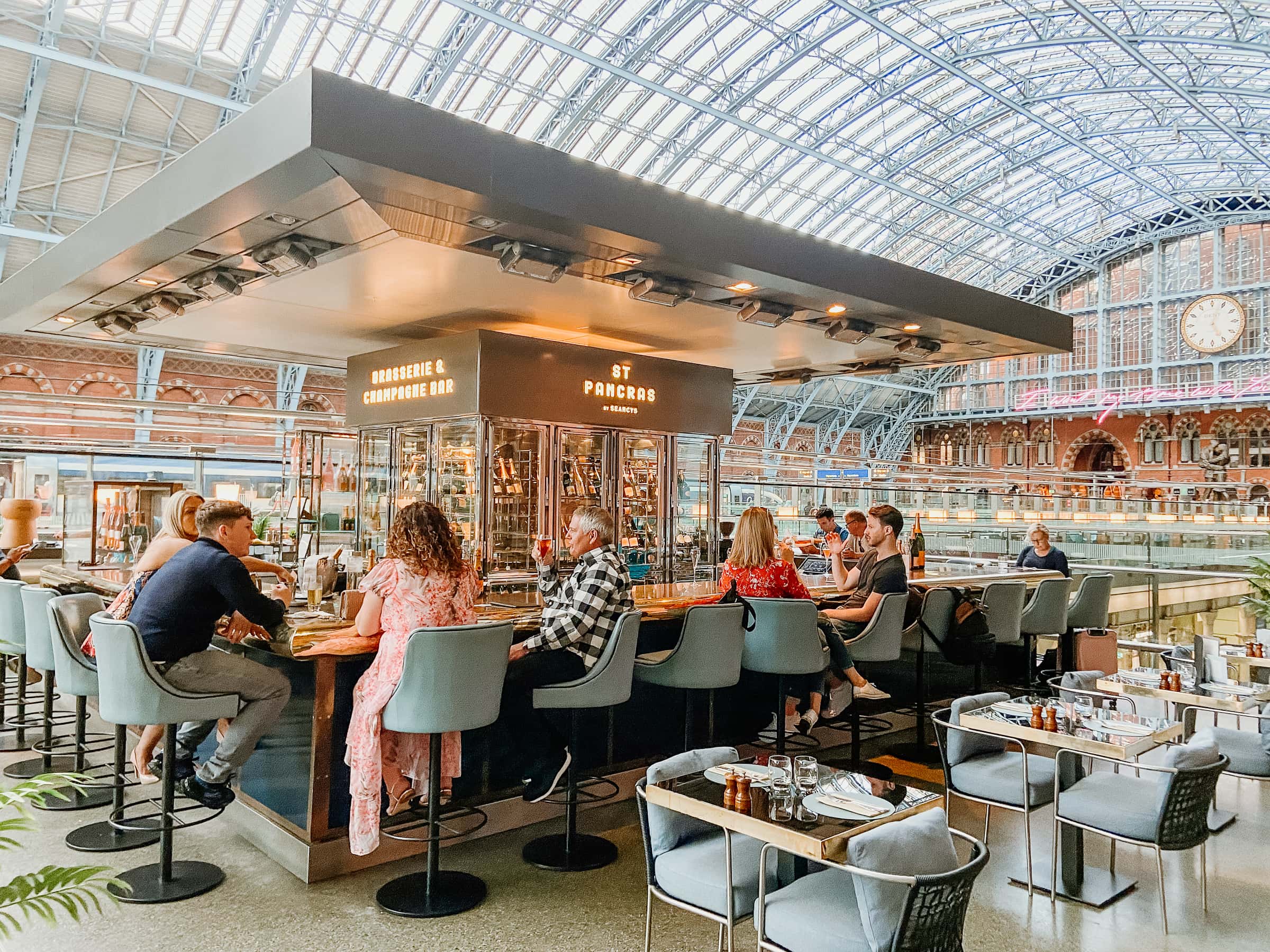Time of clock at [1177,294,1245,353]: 5:02
